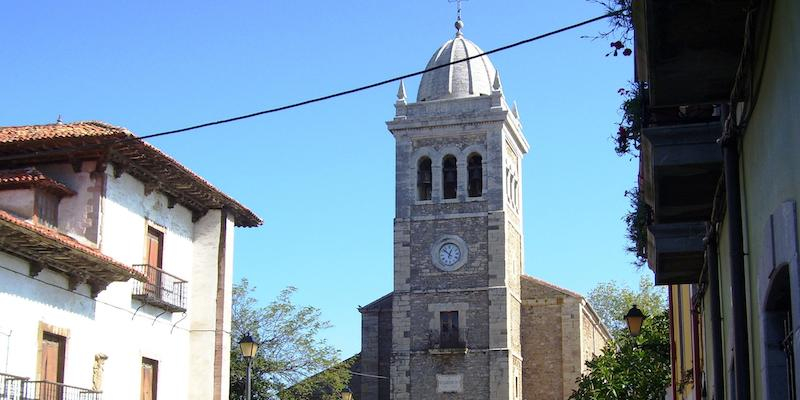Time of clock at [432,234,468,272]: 12:51
